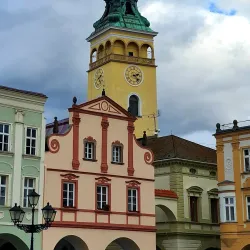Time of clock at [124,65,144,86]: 2:23
